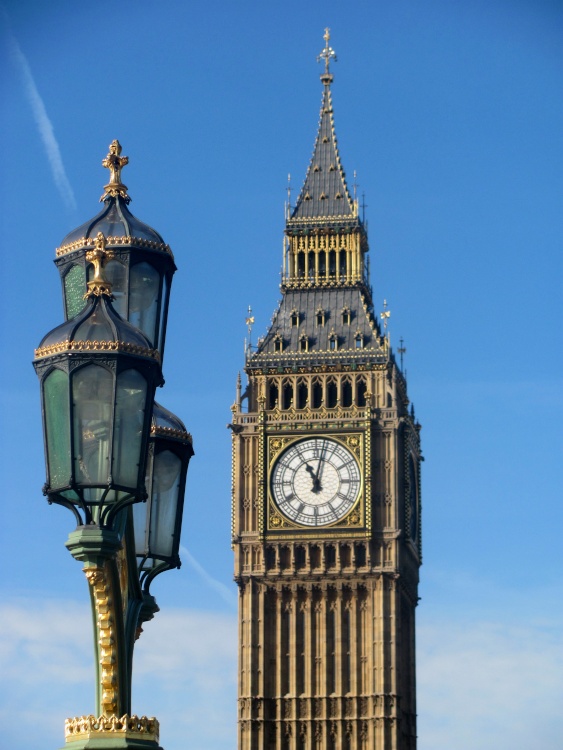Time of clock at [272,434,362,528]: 11:02
